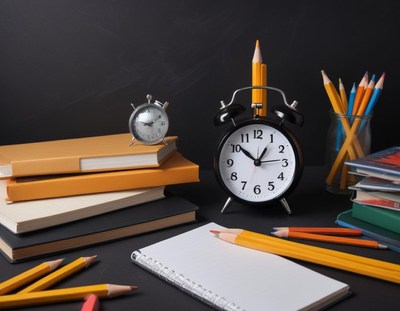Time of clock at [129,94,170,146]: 9:10
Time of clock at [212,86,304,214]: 12:51
